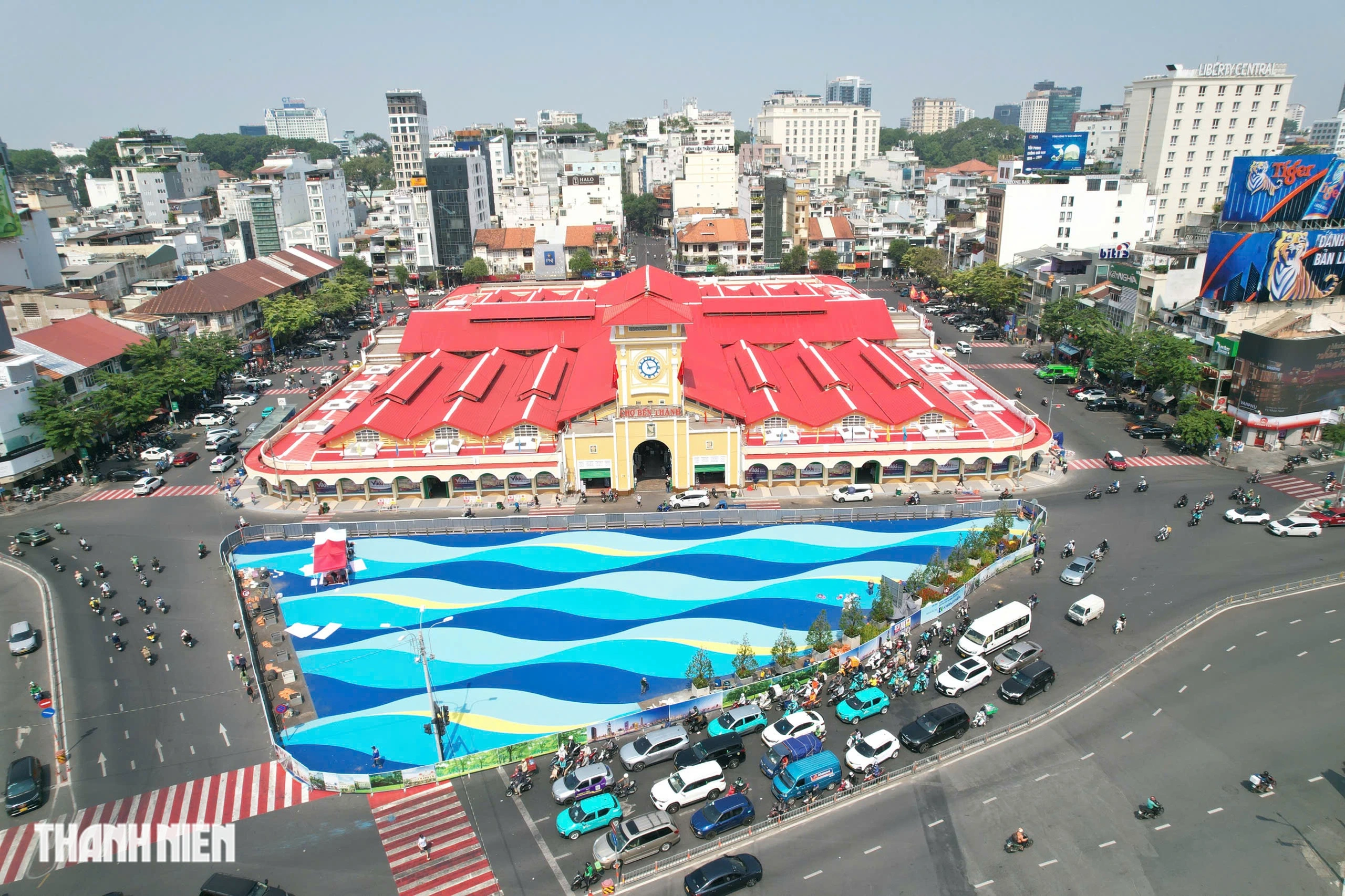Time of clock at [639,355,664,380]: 11:13
